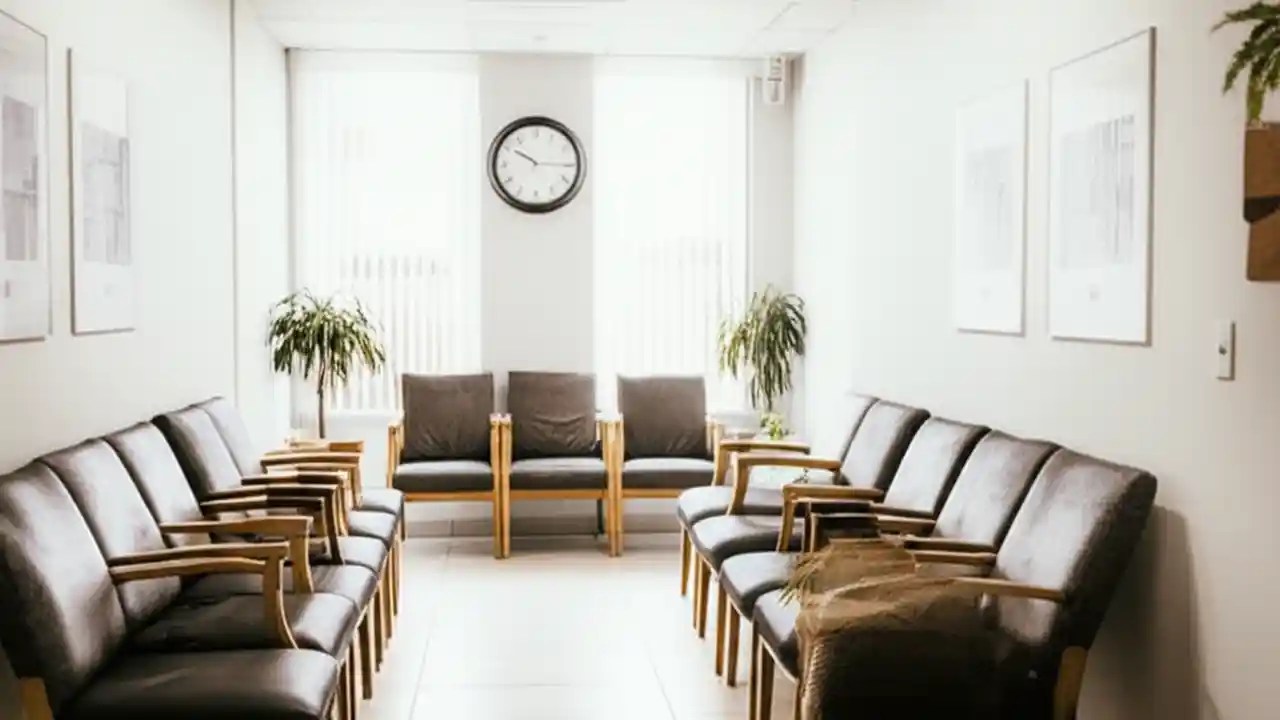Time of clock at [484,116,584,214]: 10:15
